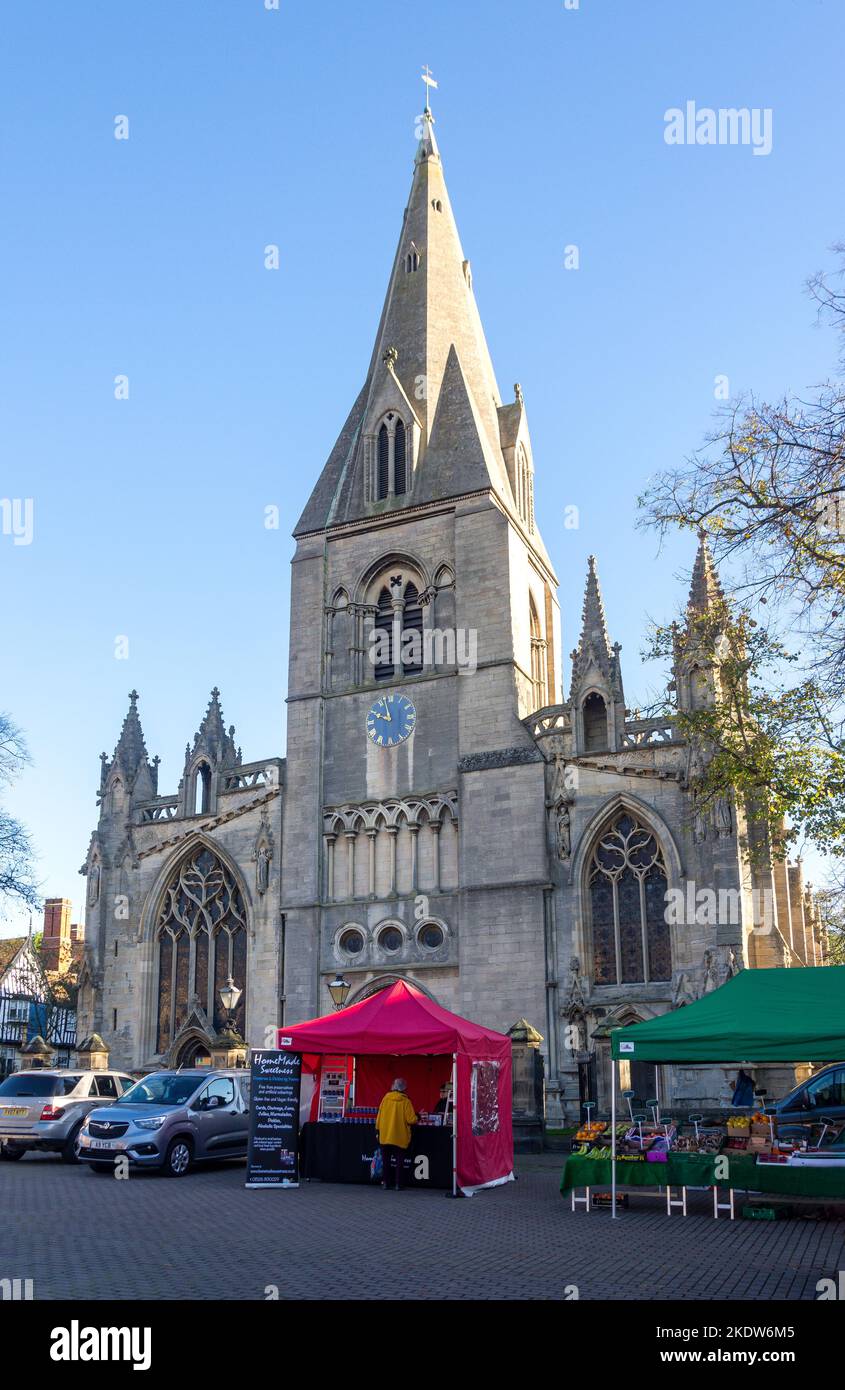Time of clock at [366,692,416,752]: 9:57
